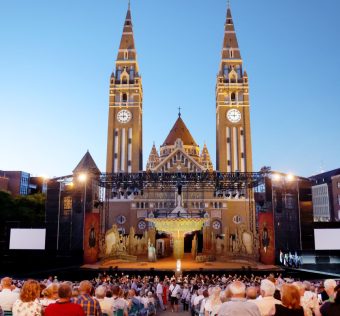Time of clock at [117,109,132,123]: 8:59
